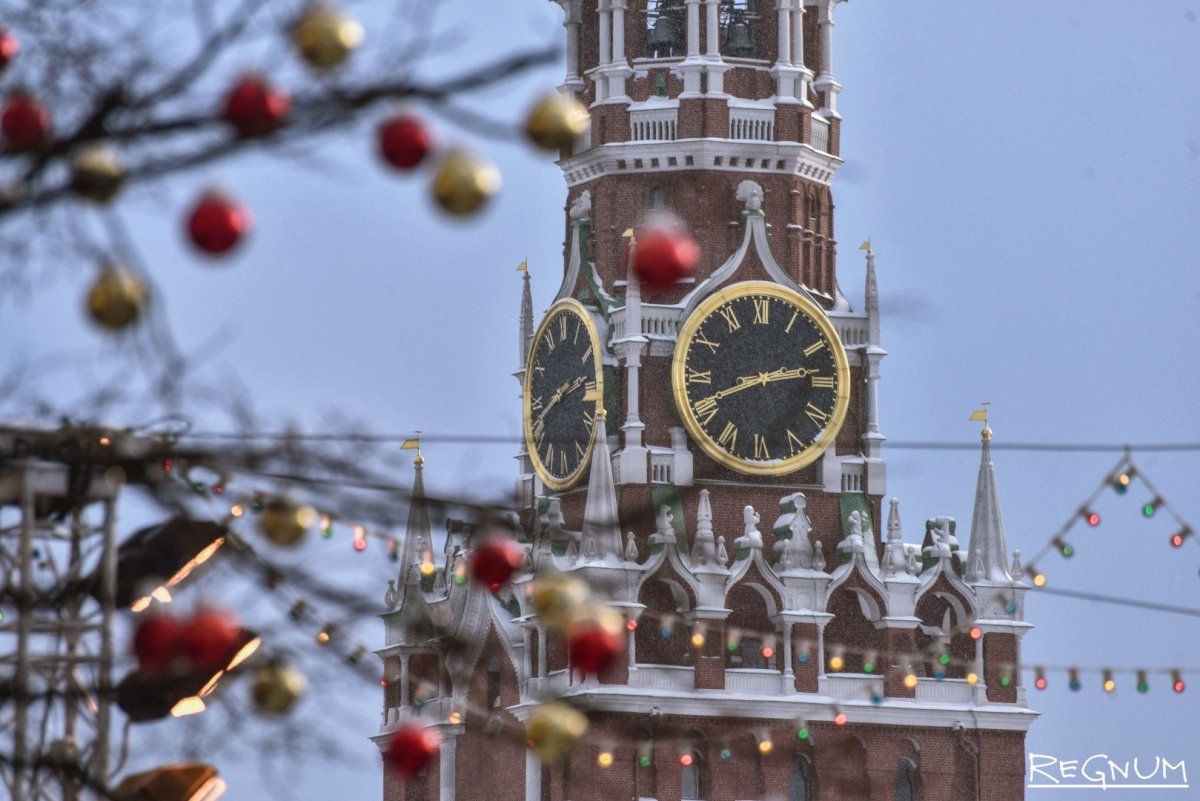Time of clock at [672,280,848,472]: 2:41
